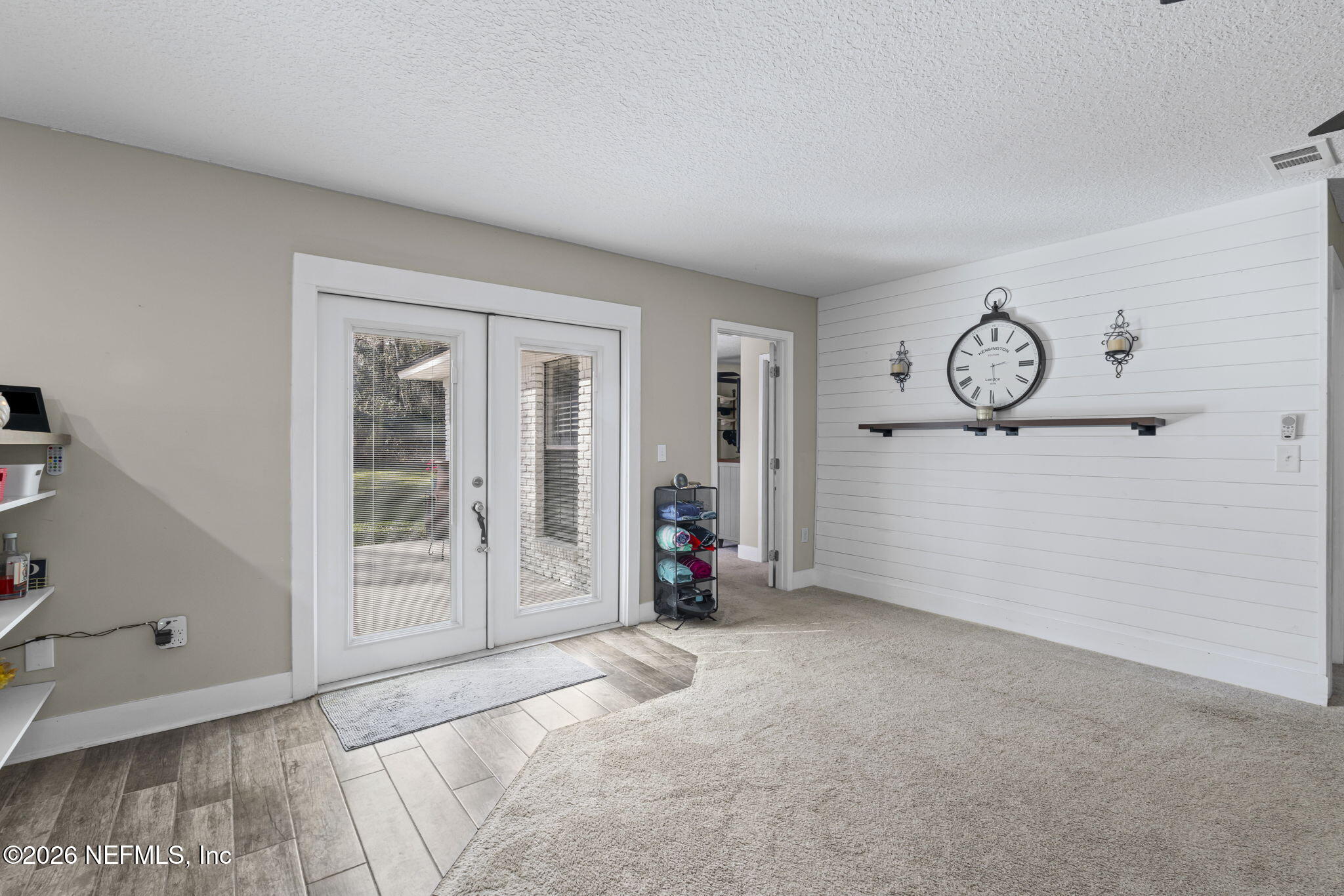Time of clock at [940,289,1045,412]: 2:29
